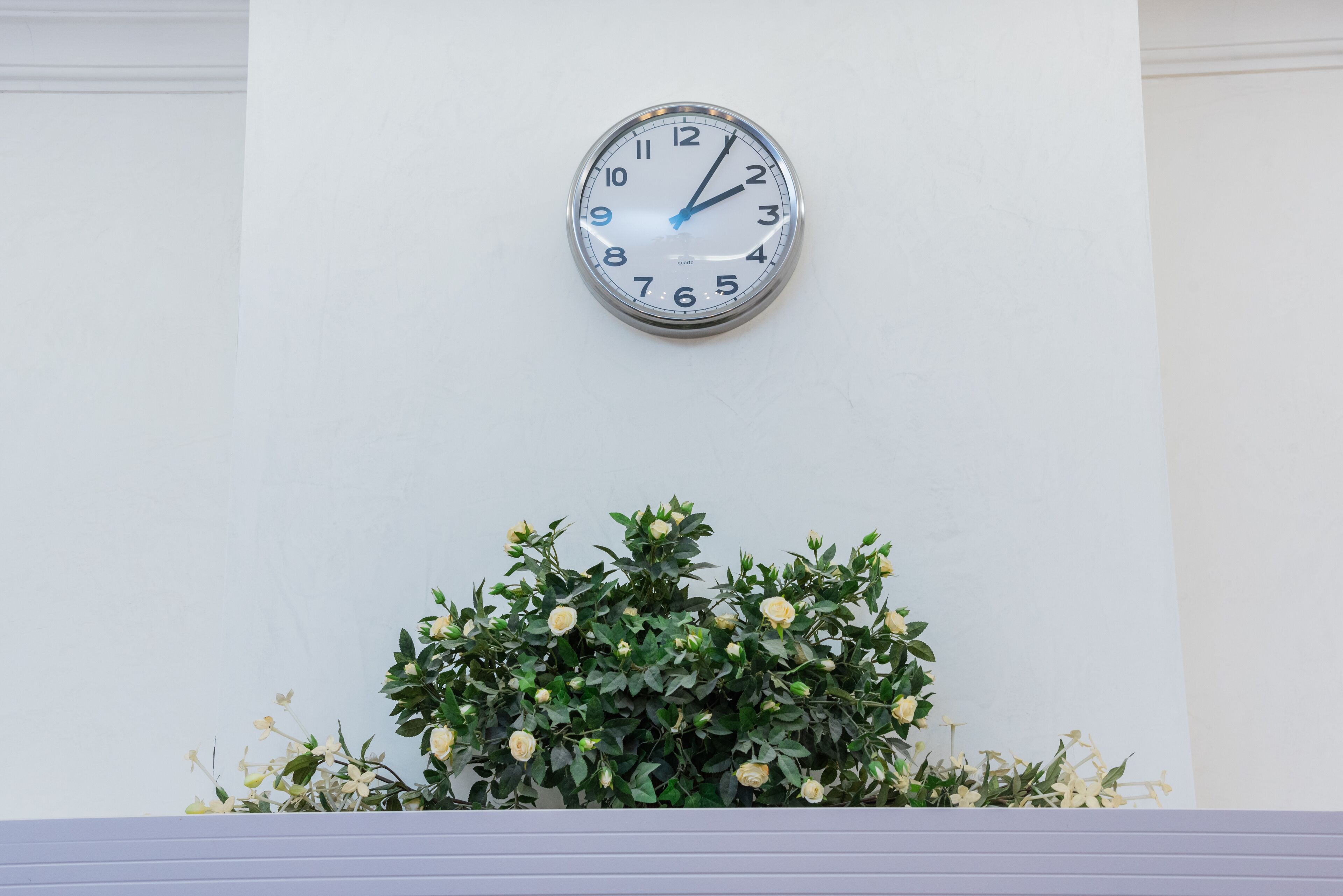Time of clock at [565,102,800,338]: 2:05
